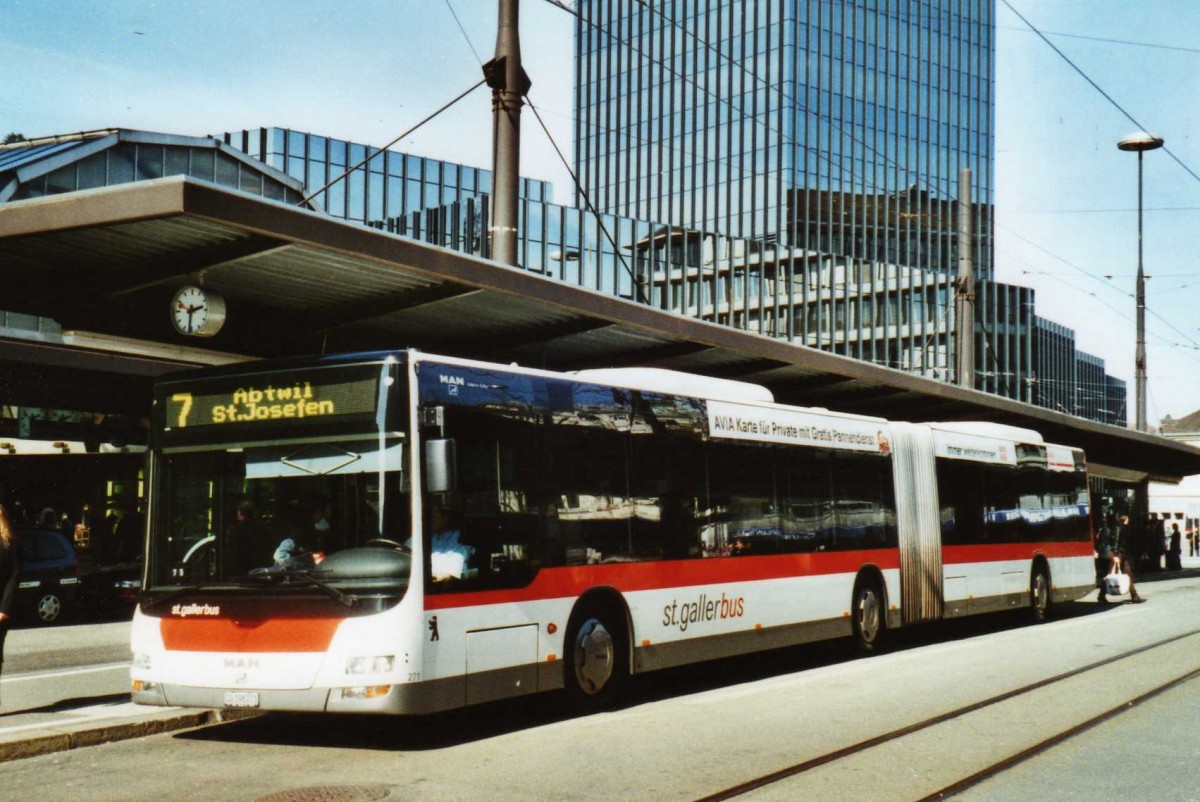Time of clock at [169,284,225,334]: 2:31
